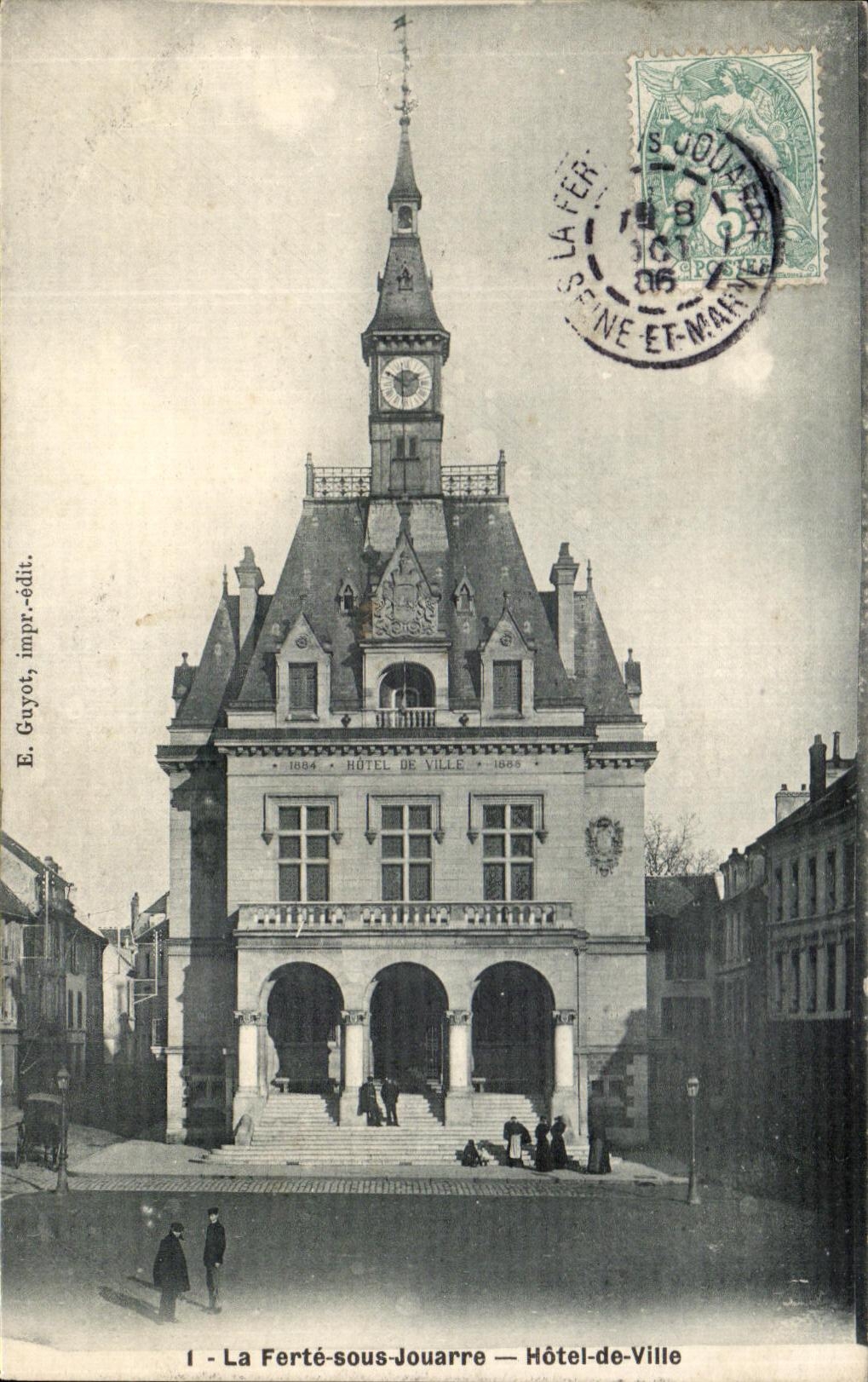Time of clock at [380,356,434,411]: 1:49
